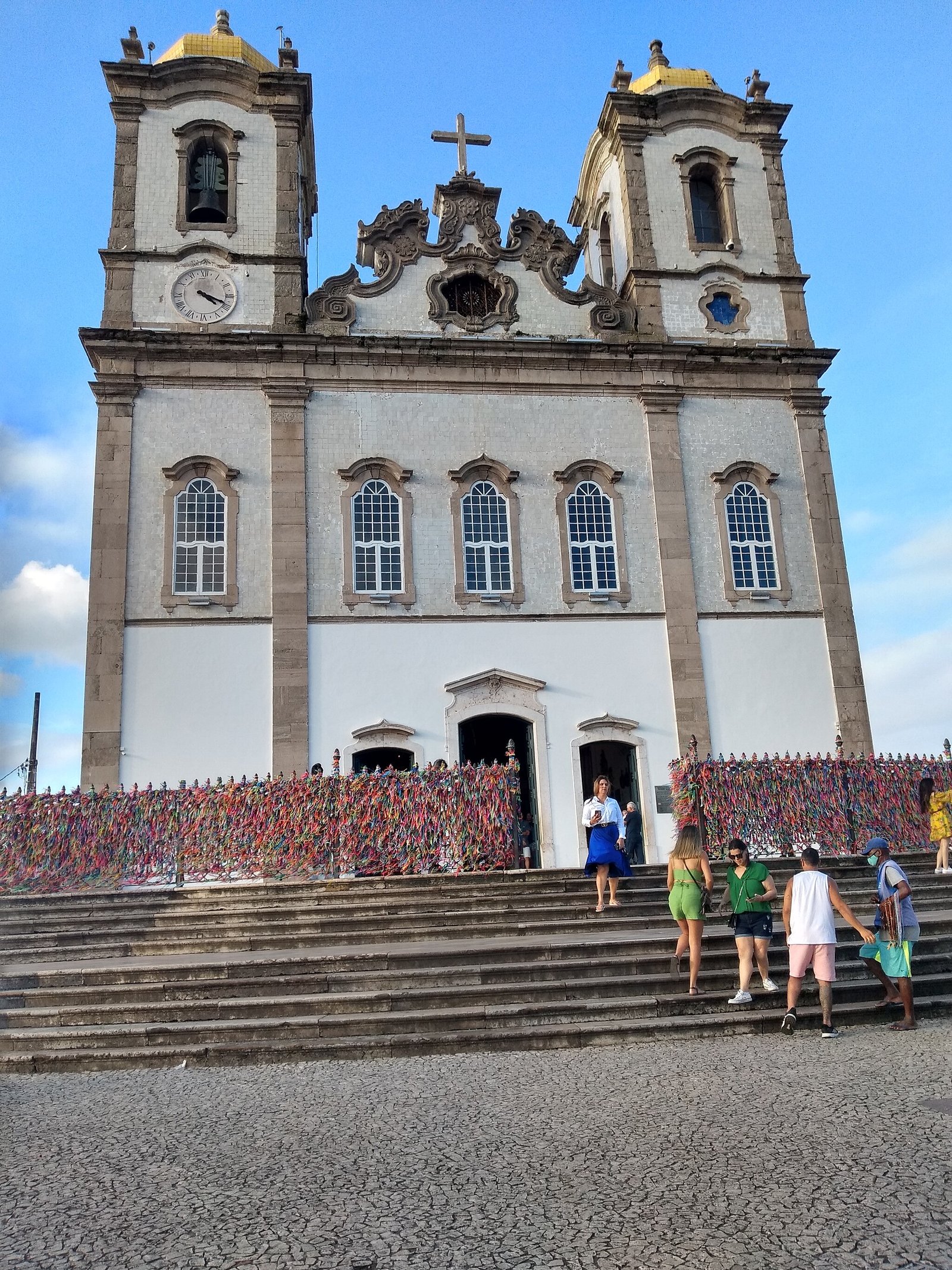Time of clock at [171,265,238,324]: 4:18
